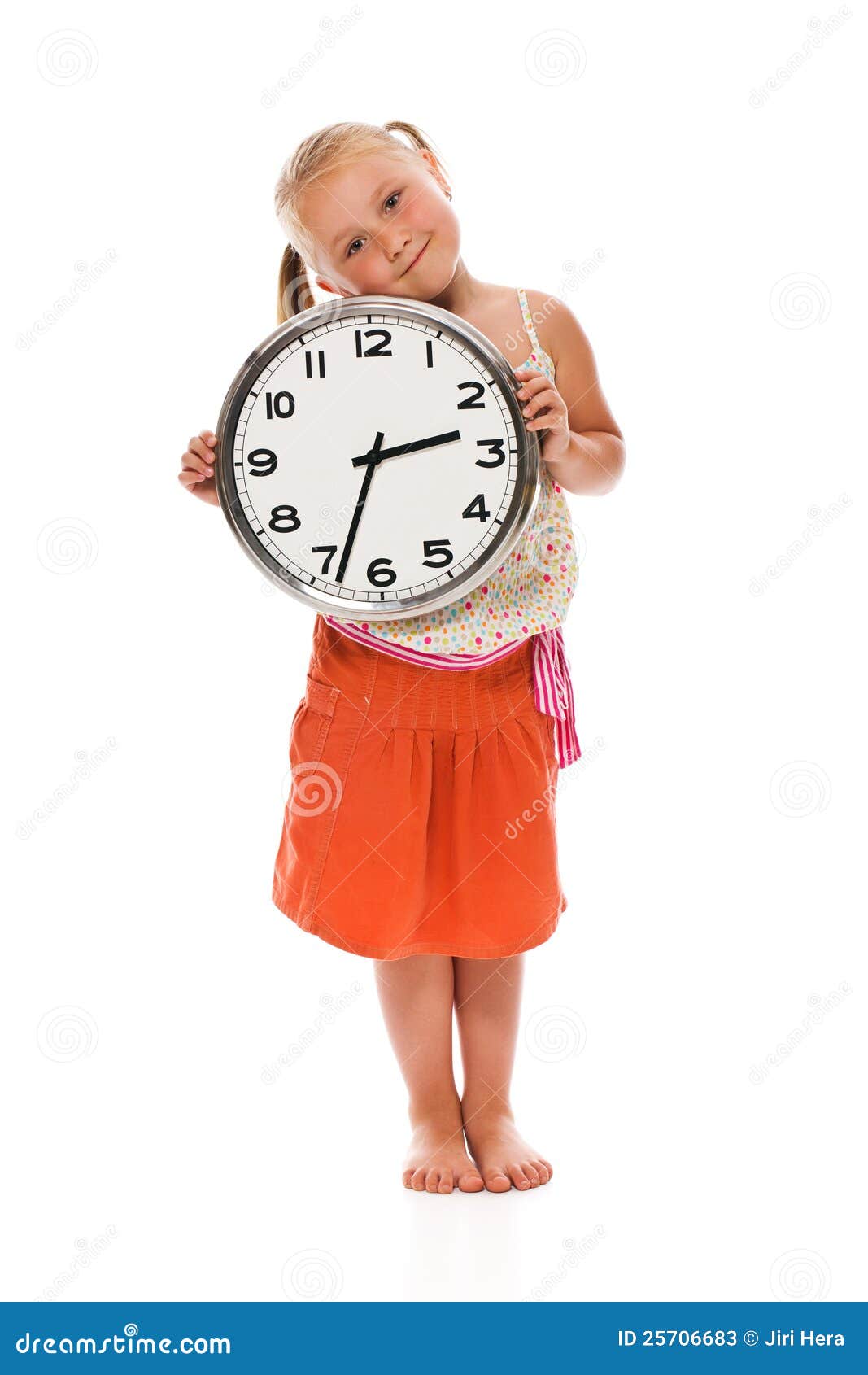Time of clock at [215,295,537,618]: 2:33
